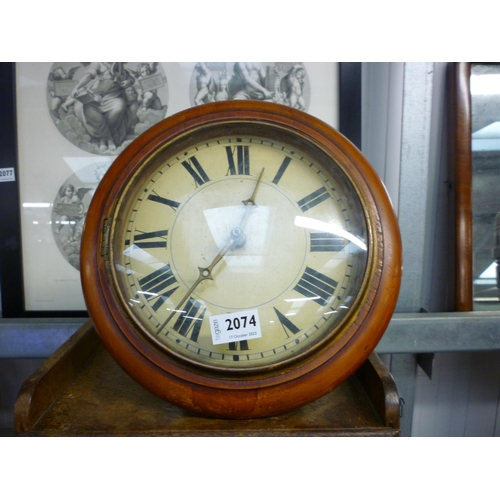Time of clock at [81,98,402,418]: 12:36
